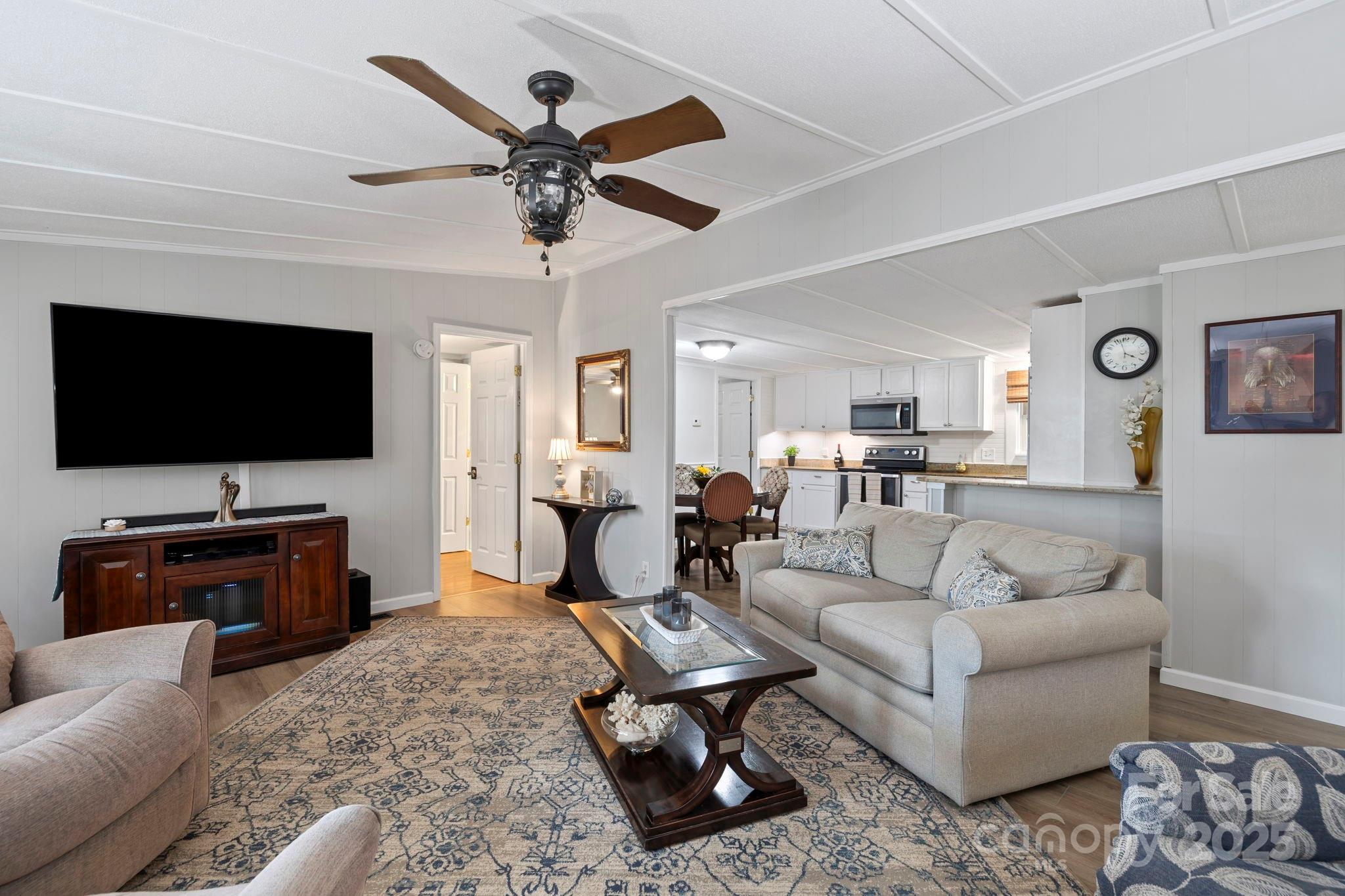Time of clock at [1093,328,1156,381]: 3:57
